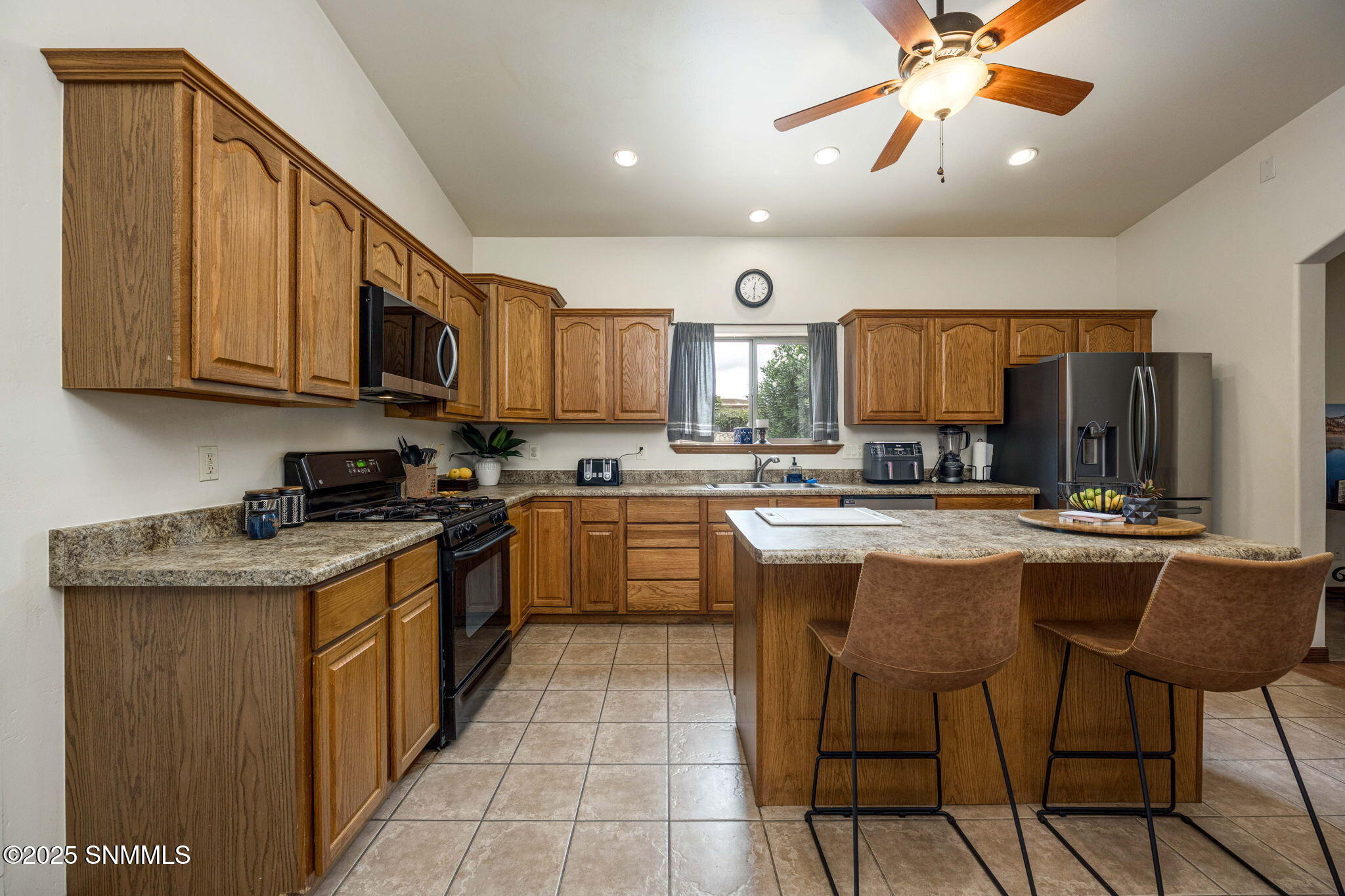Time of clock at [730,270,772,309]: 12:29
